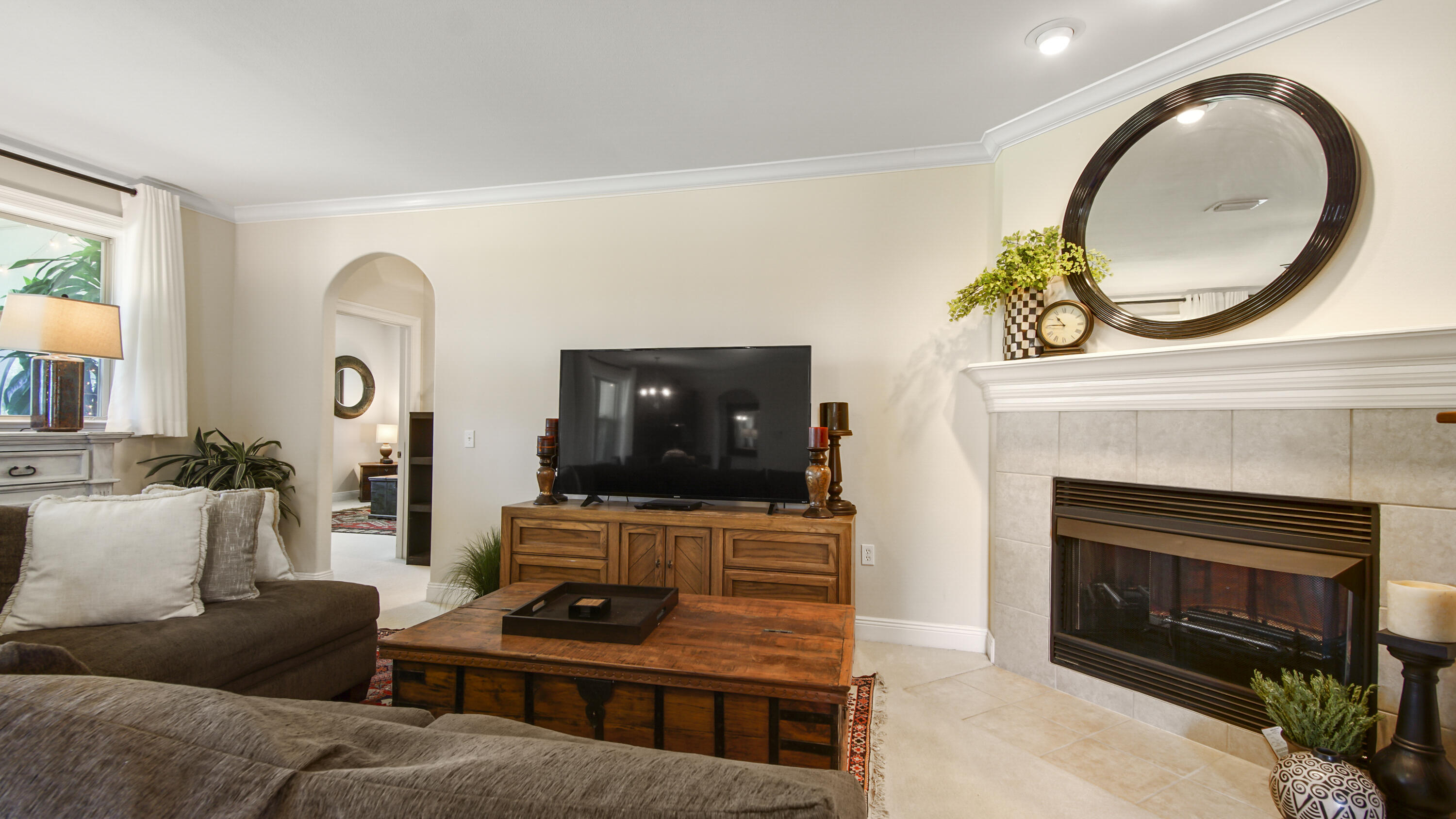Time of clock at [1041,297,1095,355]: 10:45
